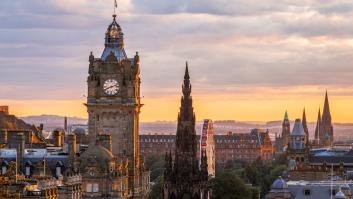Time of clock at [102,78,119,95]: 8:12
